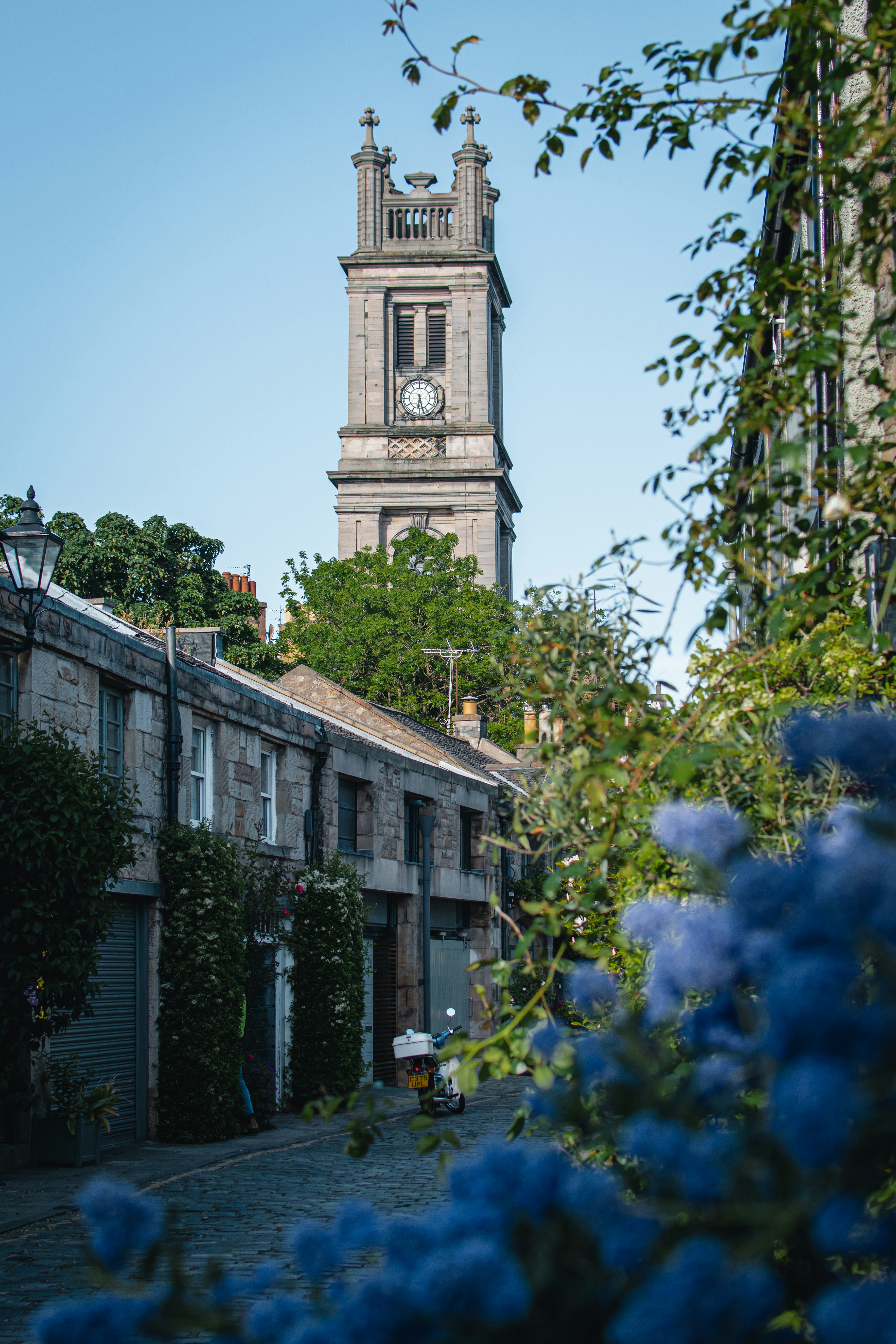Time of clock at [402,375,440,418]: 6:27
